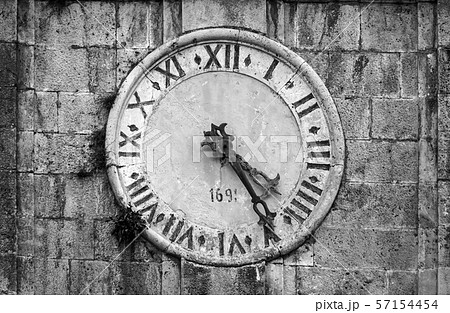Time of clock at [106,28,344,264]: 4:24
